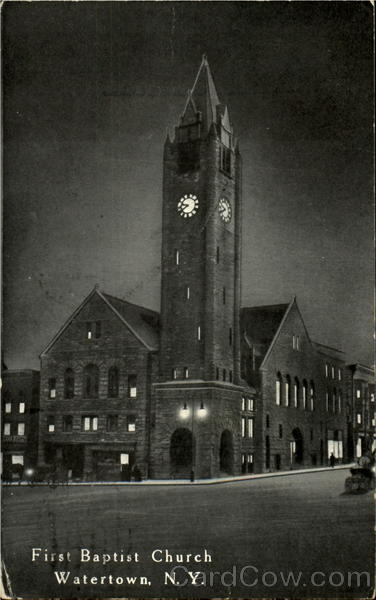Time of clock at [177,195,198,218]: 9:39
